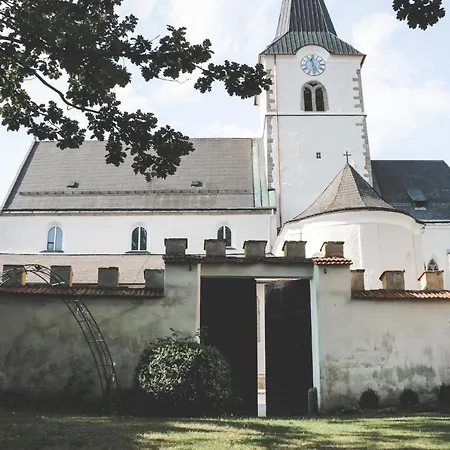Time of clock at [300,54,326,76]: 11:28
